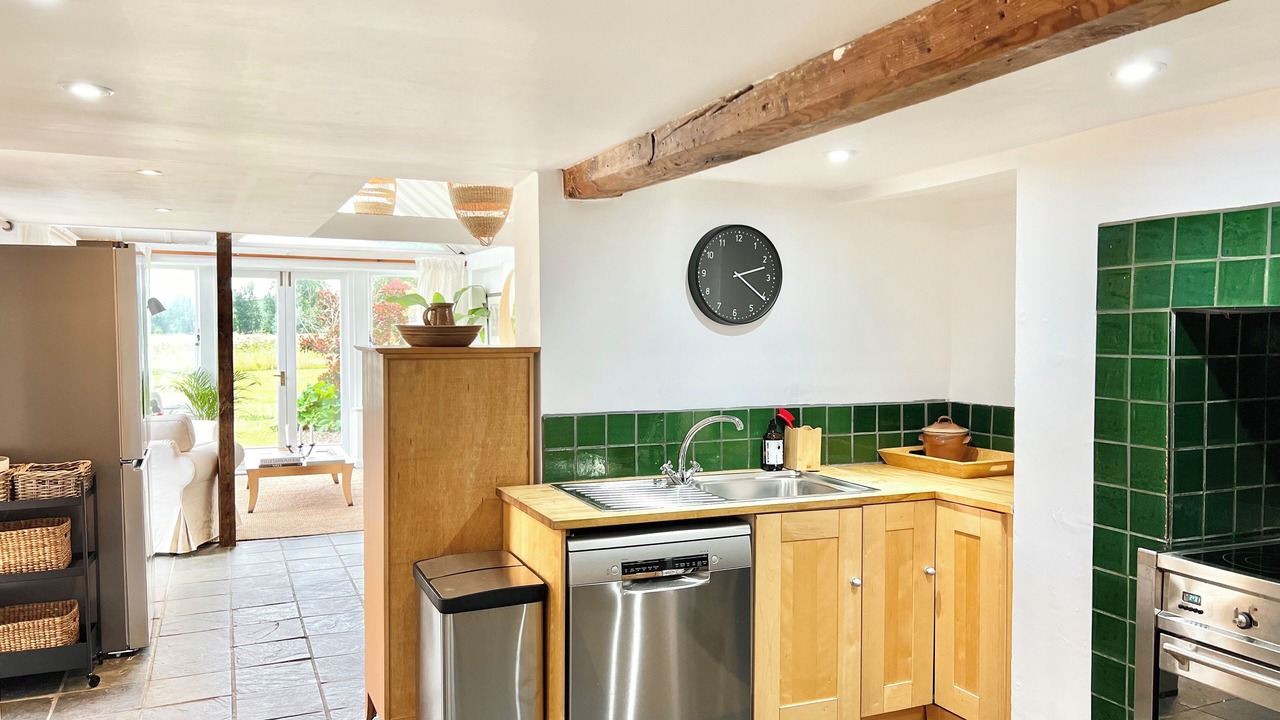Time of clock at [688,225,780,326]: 2:20
